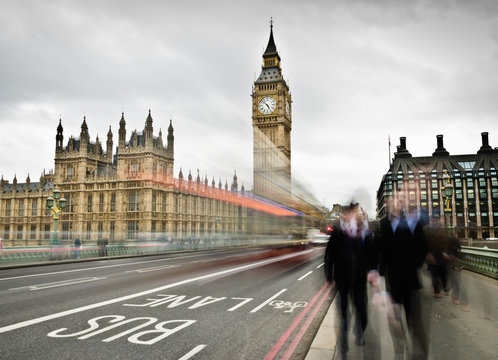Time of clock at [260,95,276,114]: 4:52
